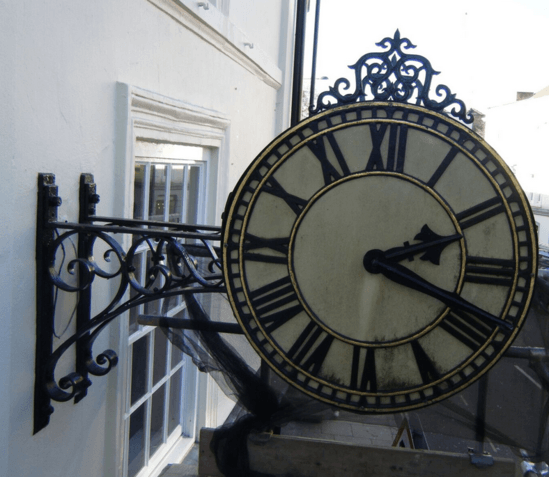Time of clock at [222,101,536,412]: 2:18
